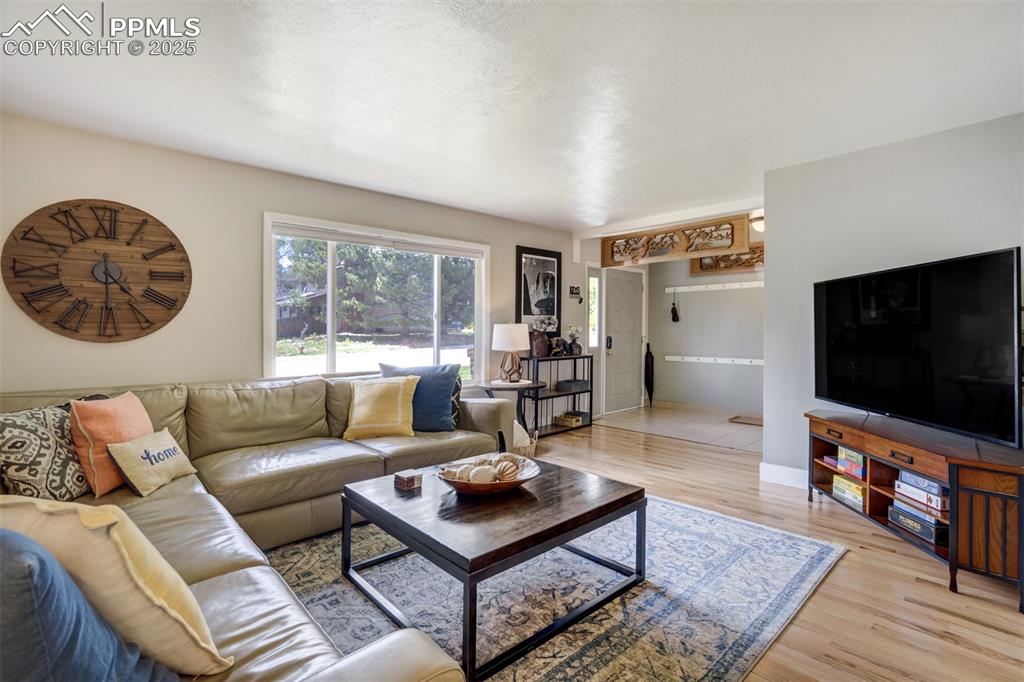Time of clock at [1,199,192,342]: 4:30
